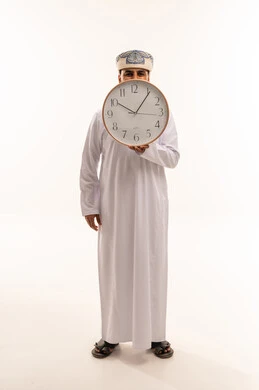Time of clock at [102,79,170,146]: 10:05
